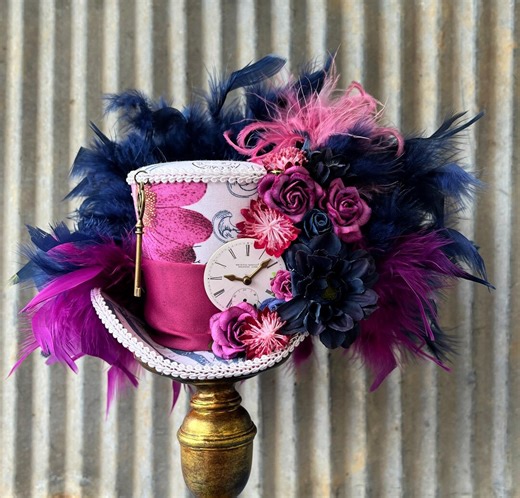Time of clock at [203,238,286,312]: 9:07
